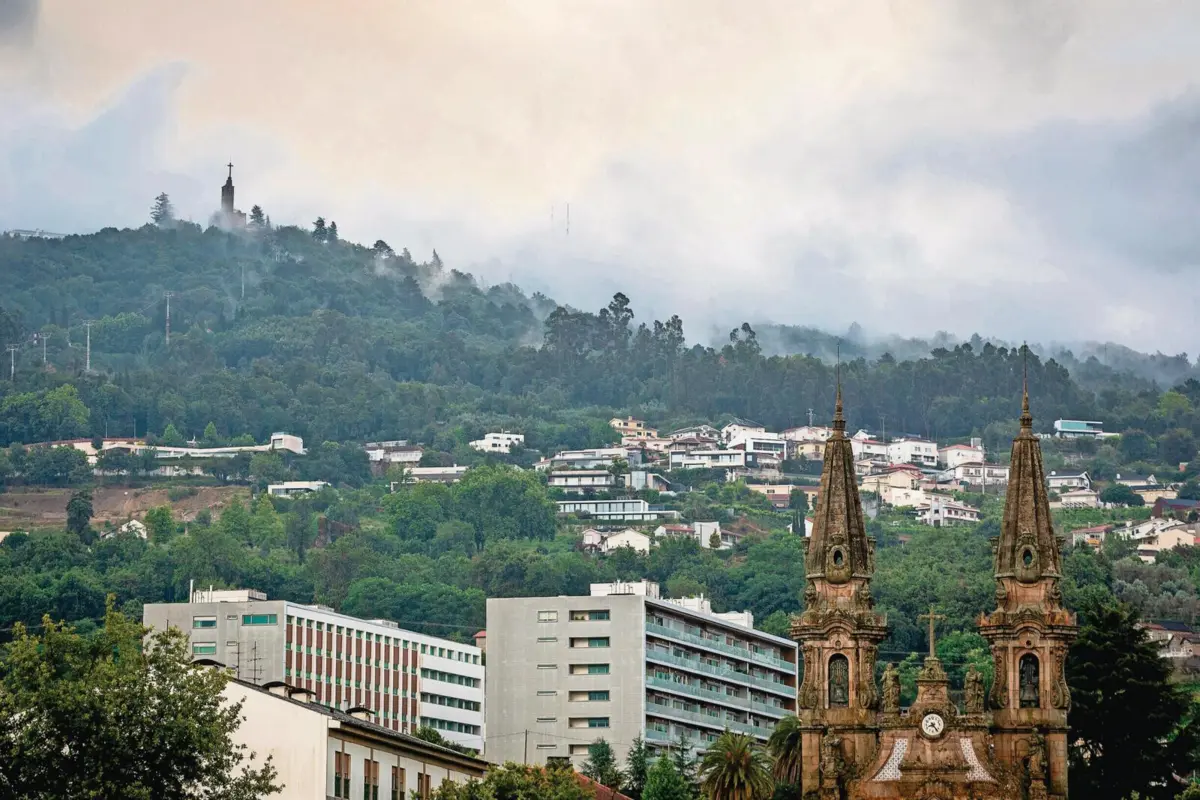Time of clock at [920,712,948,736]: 8:23
